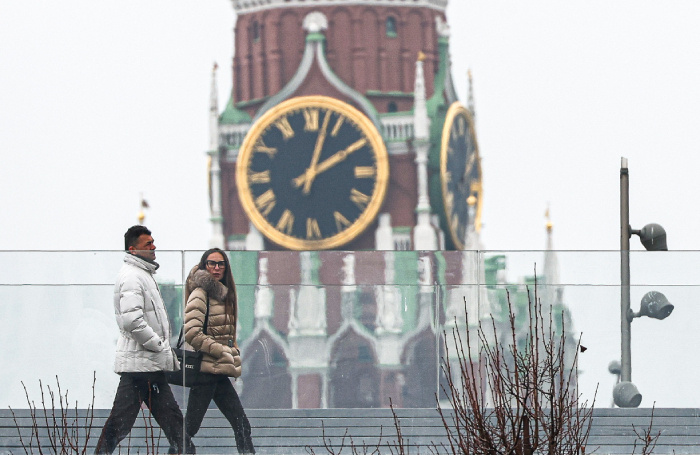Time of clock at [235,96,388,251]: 2:03
